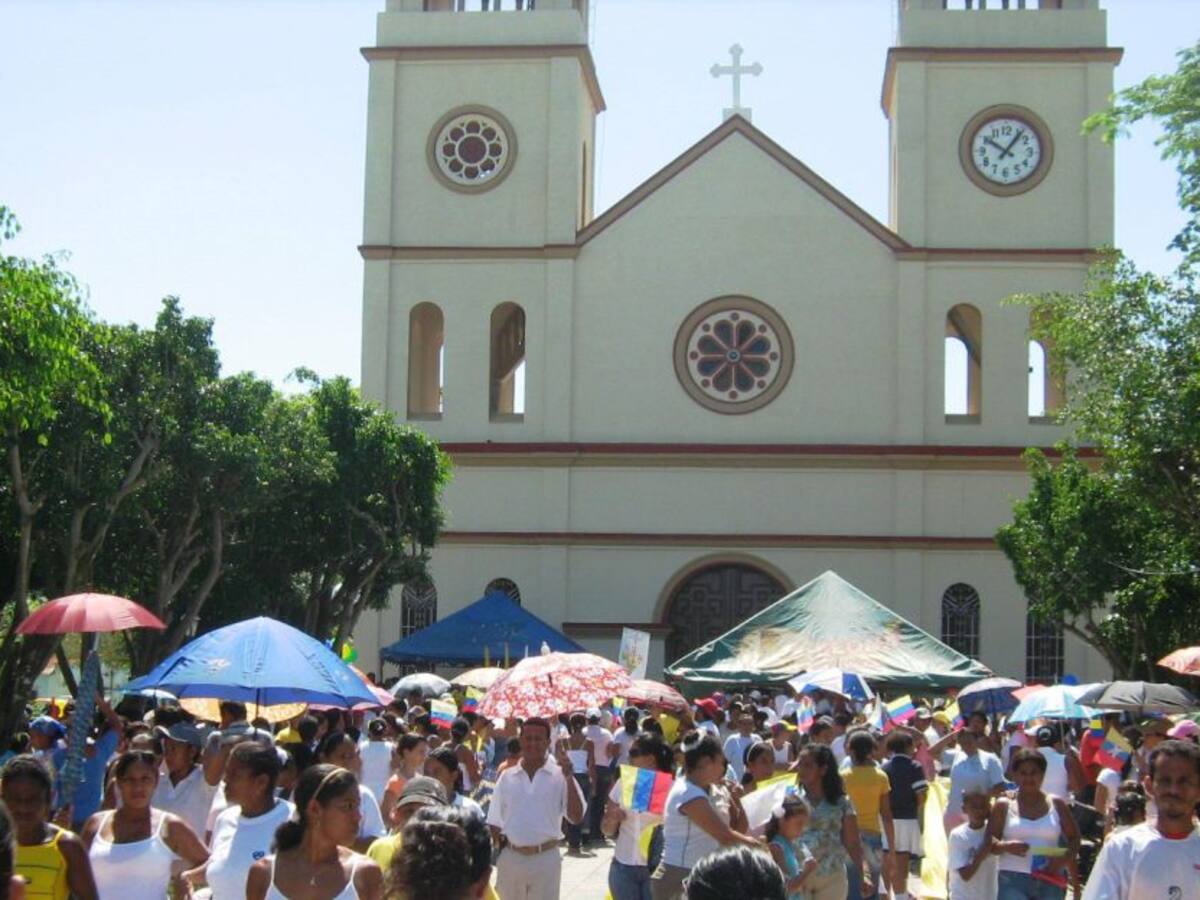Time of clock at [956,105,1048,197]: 10:06
